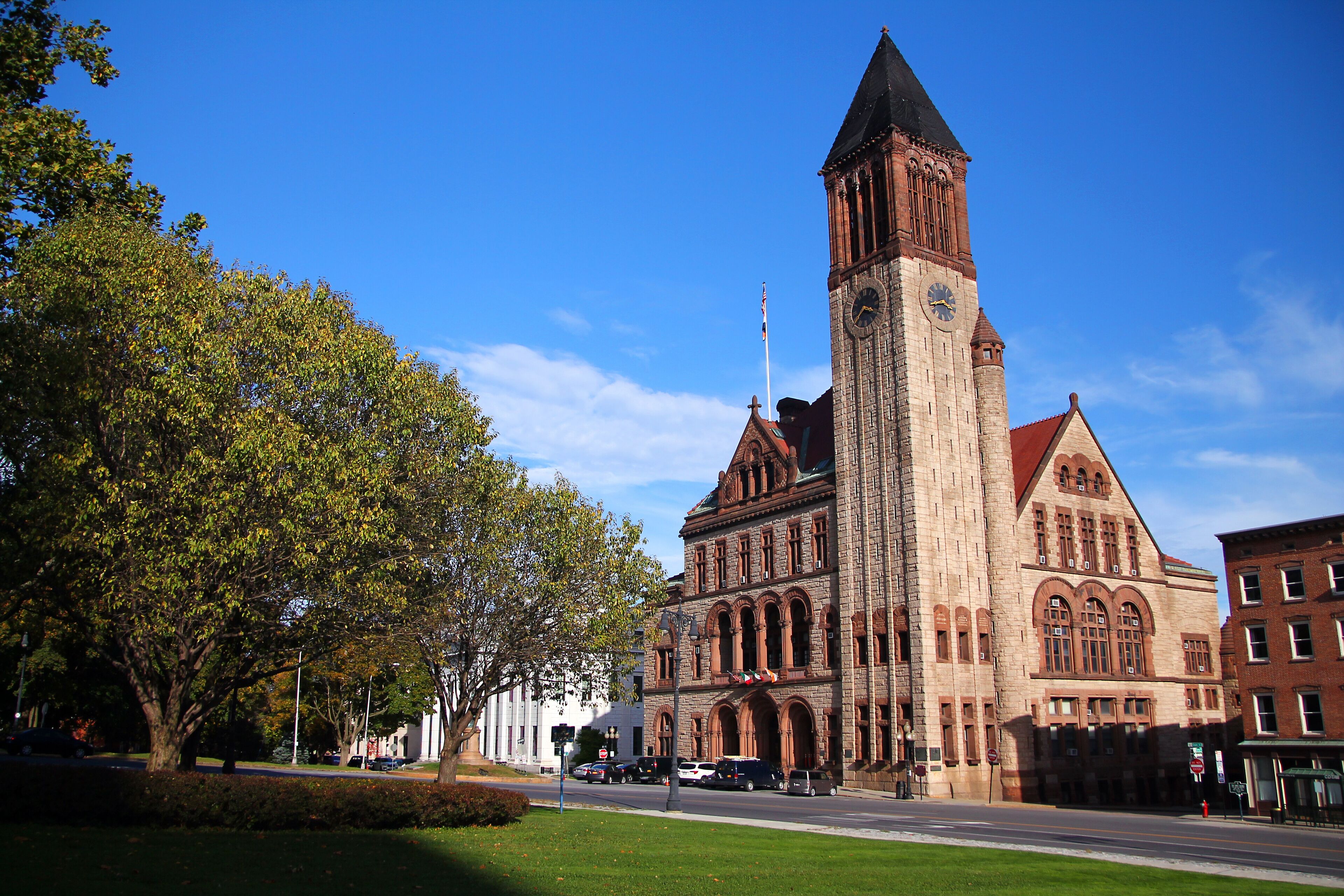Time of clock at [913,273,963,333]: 3:41
